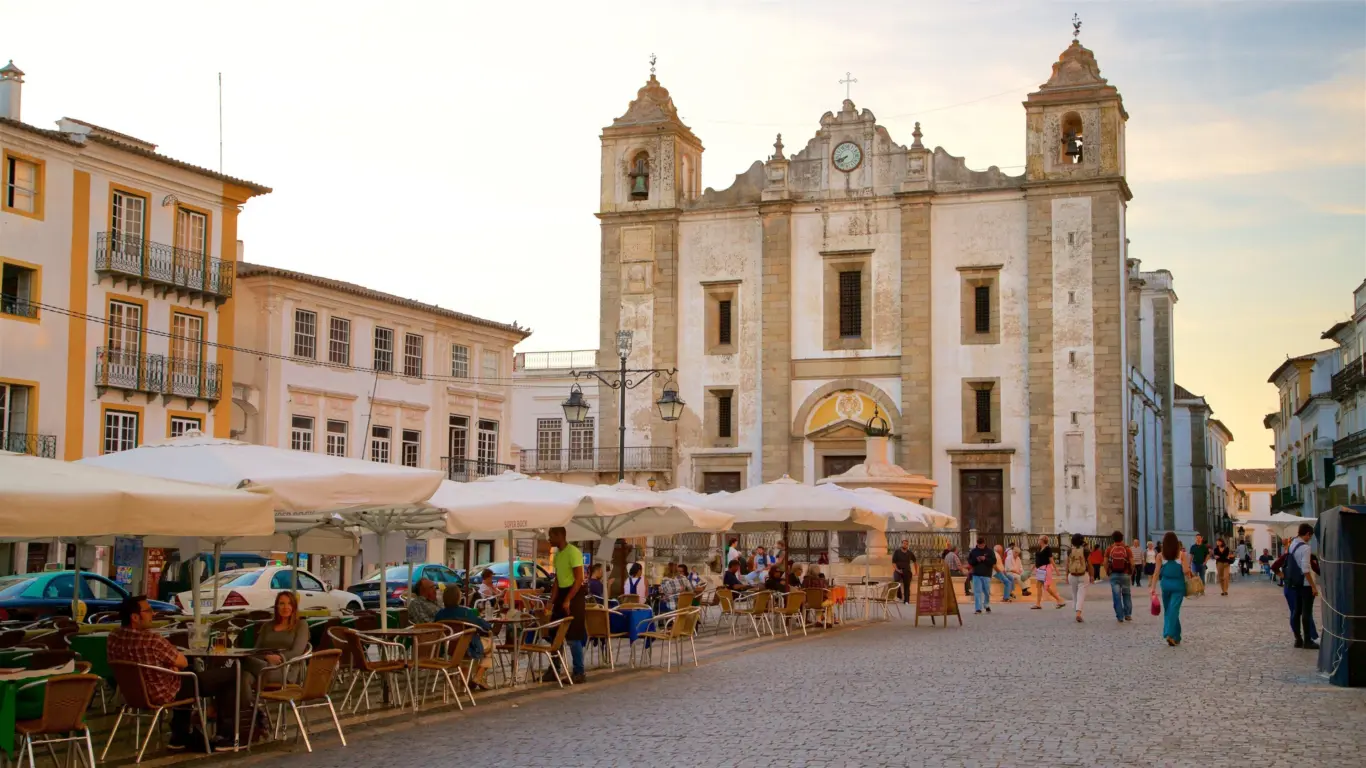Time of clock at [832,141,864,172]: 7:41
